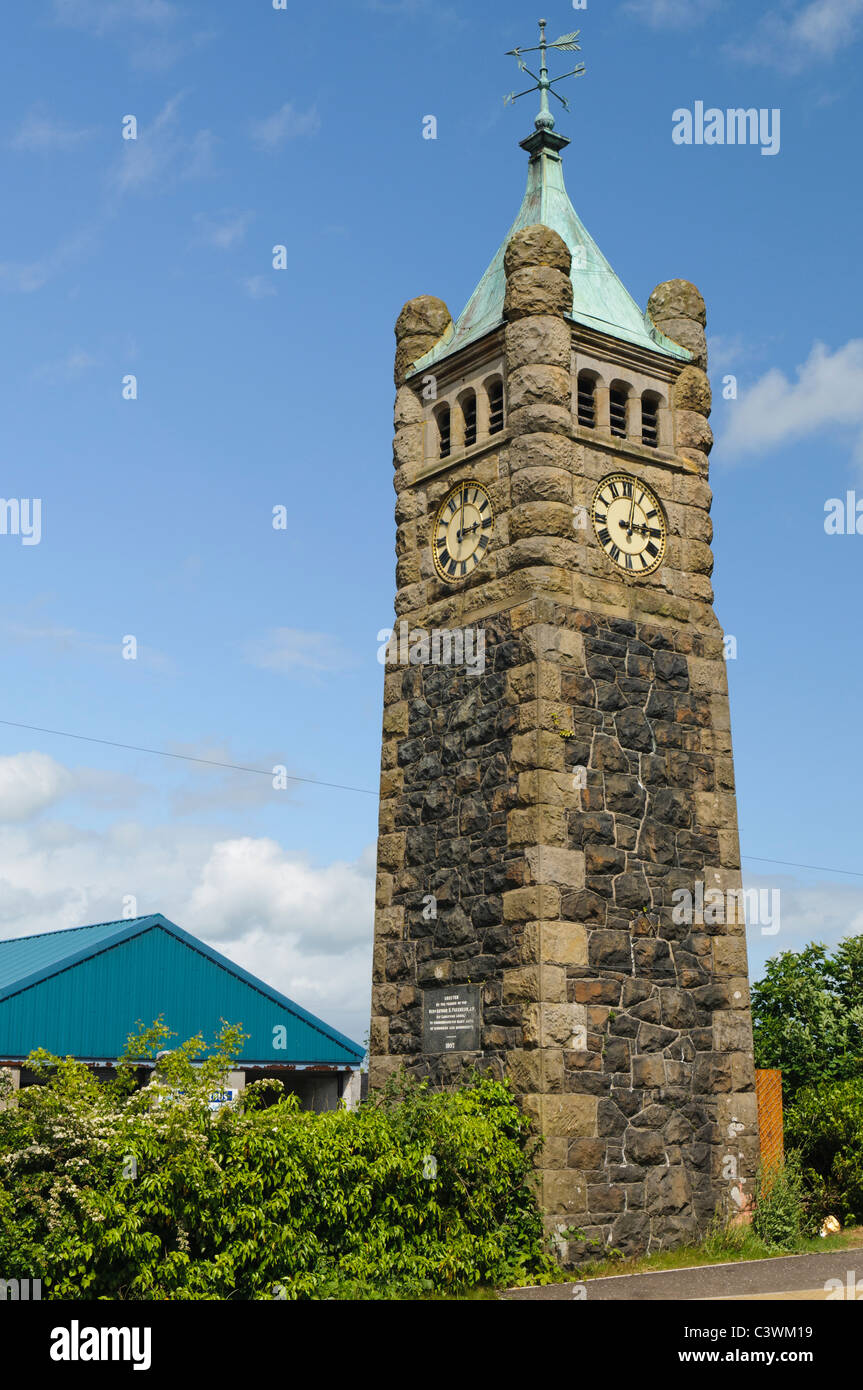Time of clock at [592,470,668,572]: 3:02
